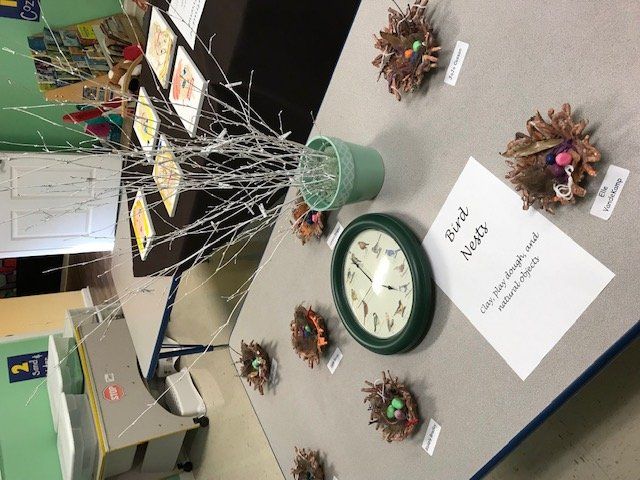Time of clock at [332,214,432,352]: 2:49
